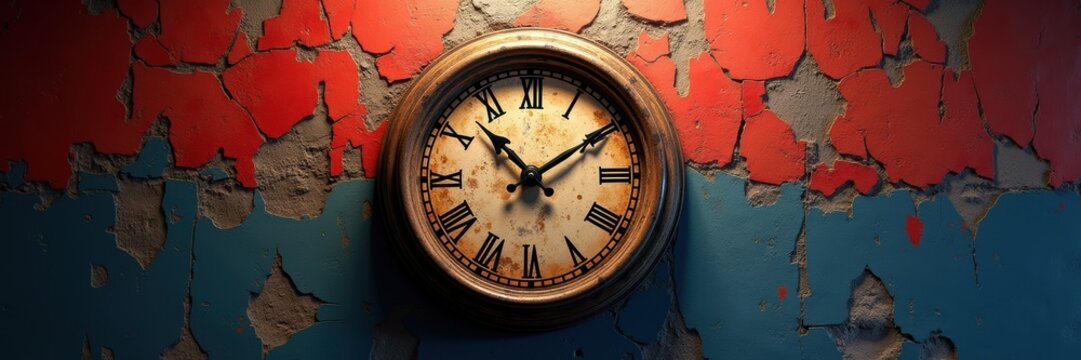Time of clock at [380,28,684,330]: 1:52
